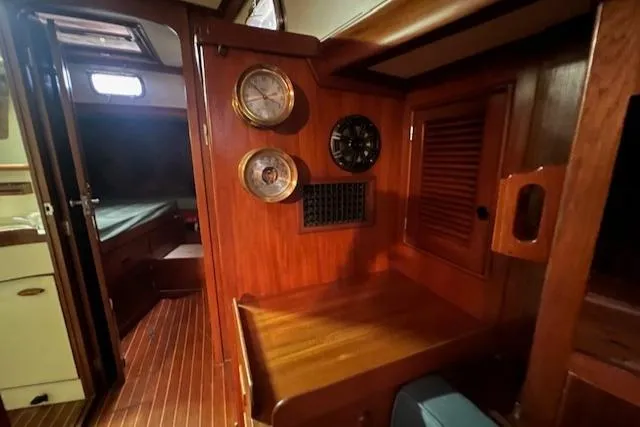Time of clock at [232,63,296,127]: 3:52
